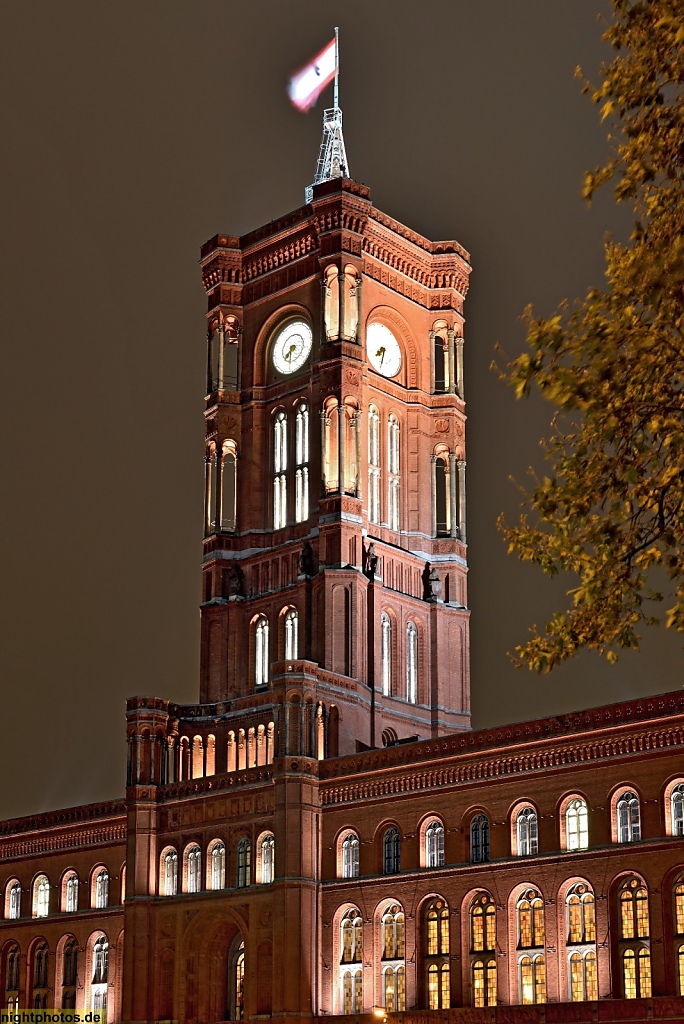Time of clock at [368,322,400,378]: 7:32
